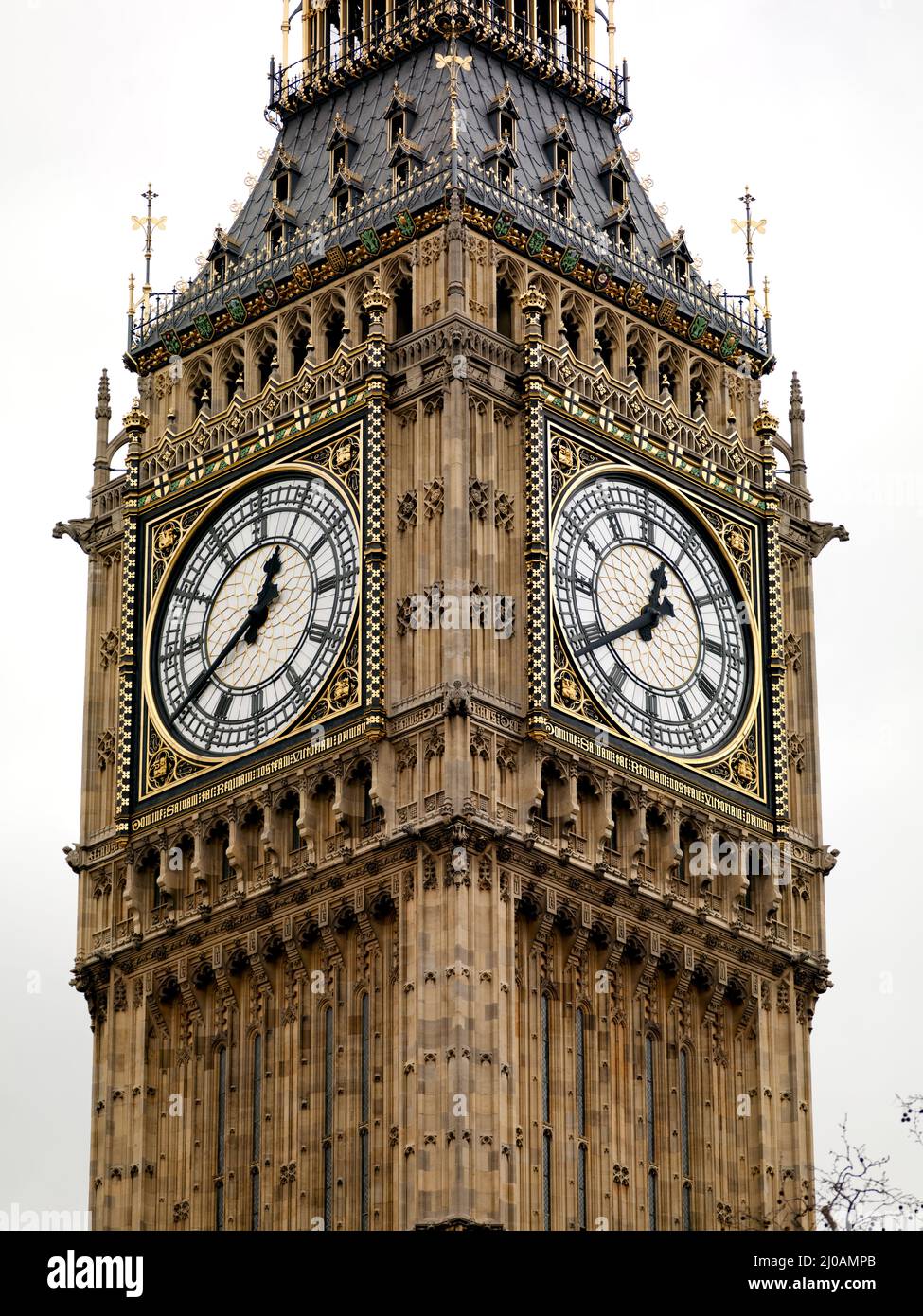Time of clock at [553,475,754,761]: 12:39
